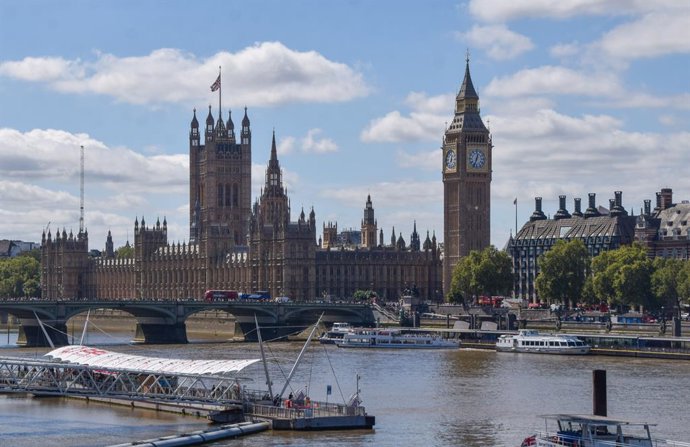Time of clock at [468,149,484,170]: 12:33
